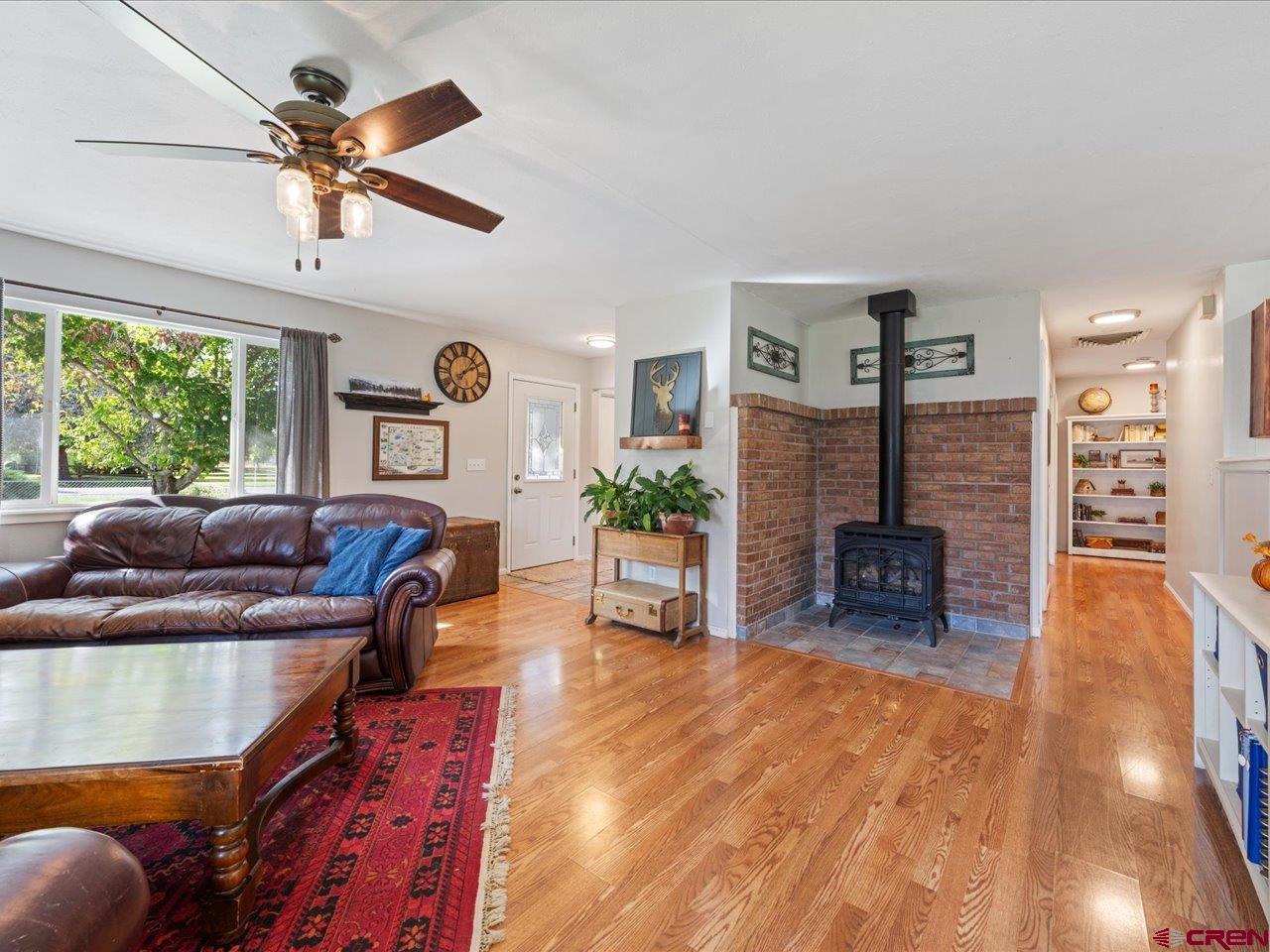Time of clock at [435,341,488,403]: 2:06
